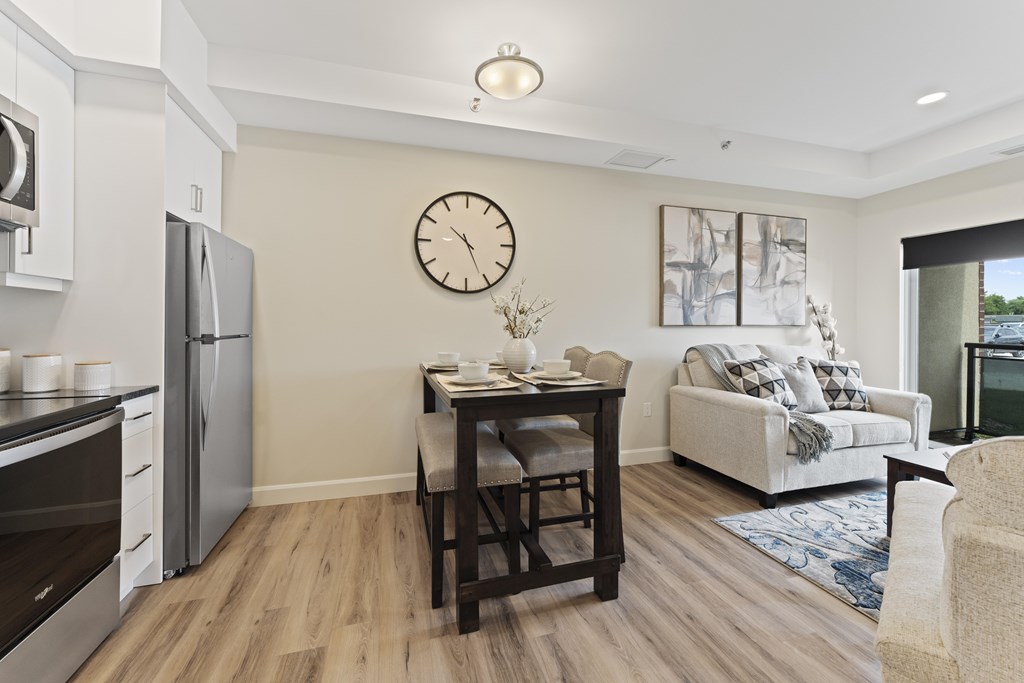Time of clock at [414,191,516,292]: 10:25
